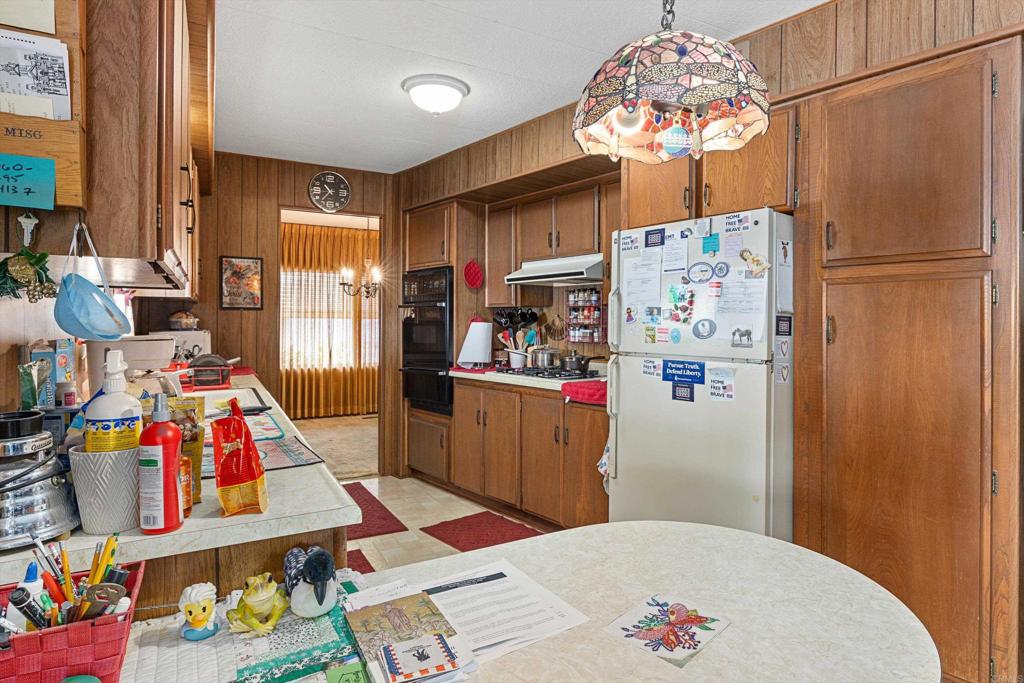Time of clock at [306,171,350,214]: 10:36
